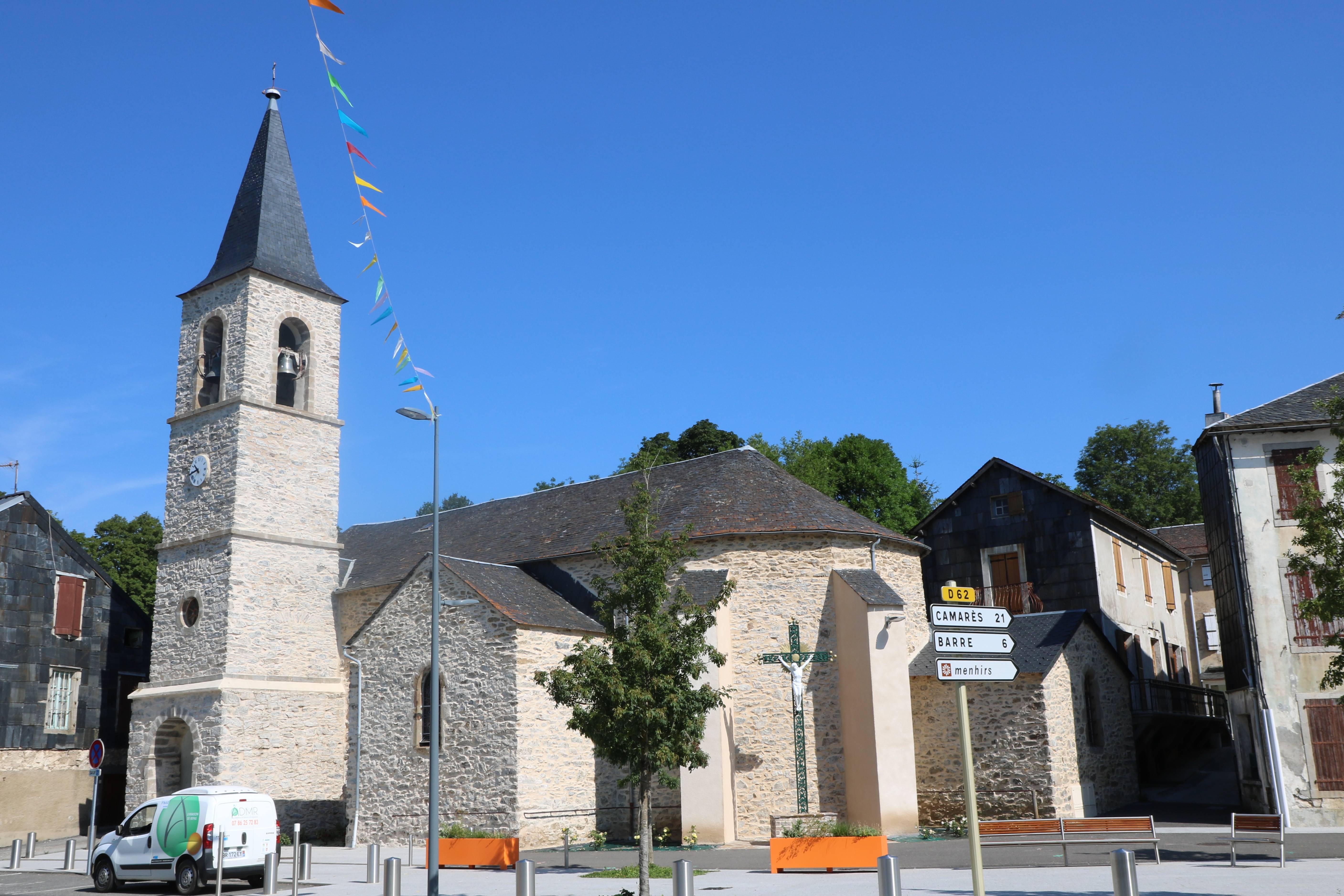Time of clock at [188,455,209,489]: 10:42
